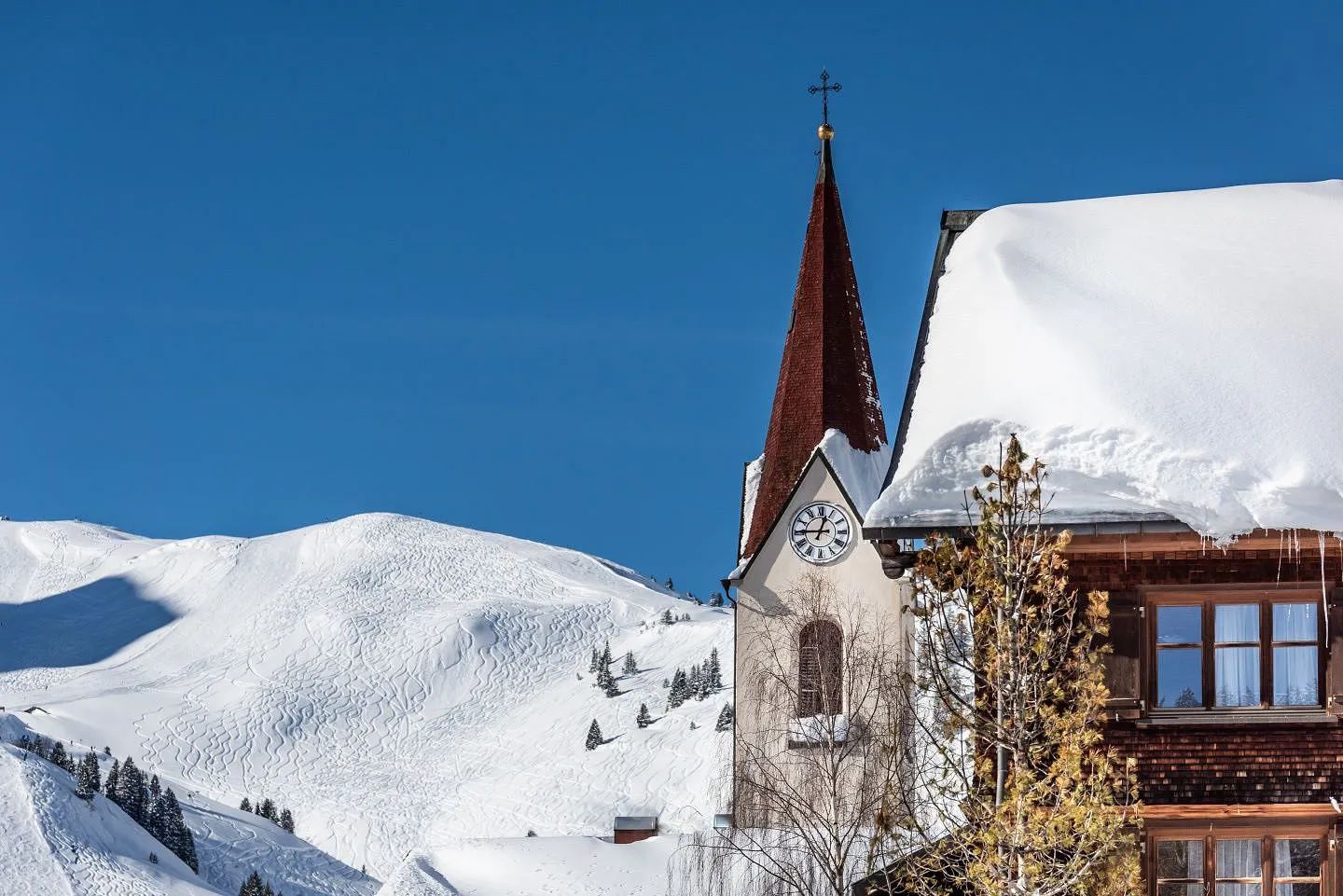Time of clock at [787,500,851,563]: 12:45
